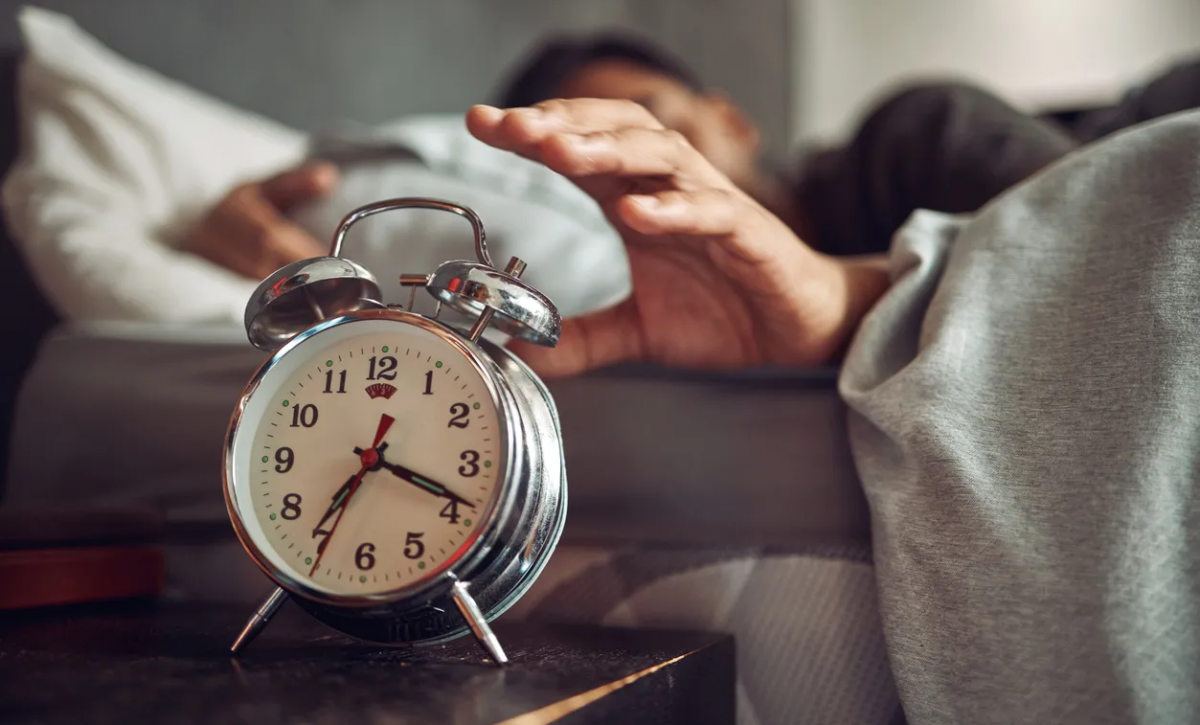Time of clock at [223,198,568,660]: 7:18
